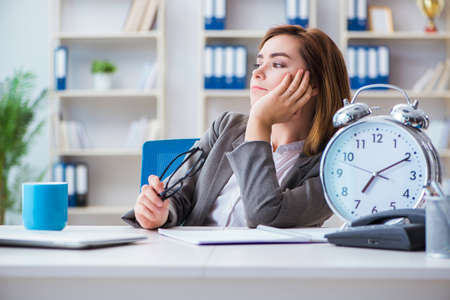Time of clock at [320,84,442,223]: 7:10
